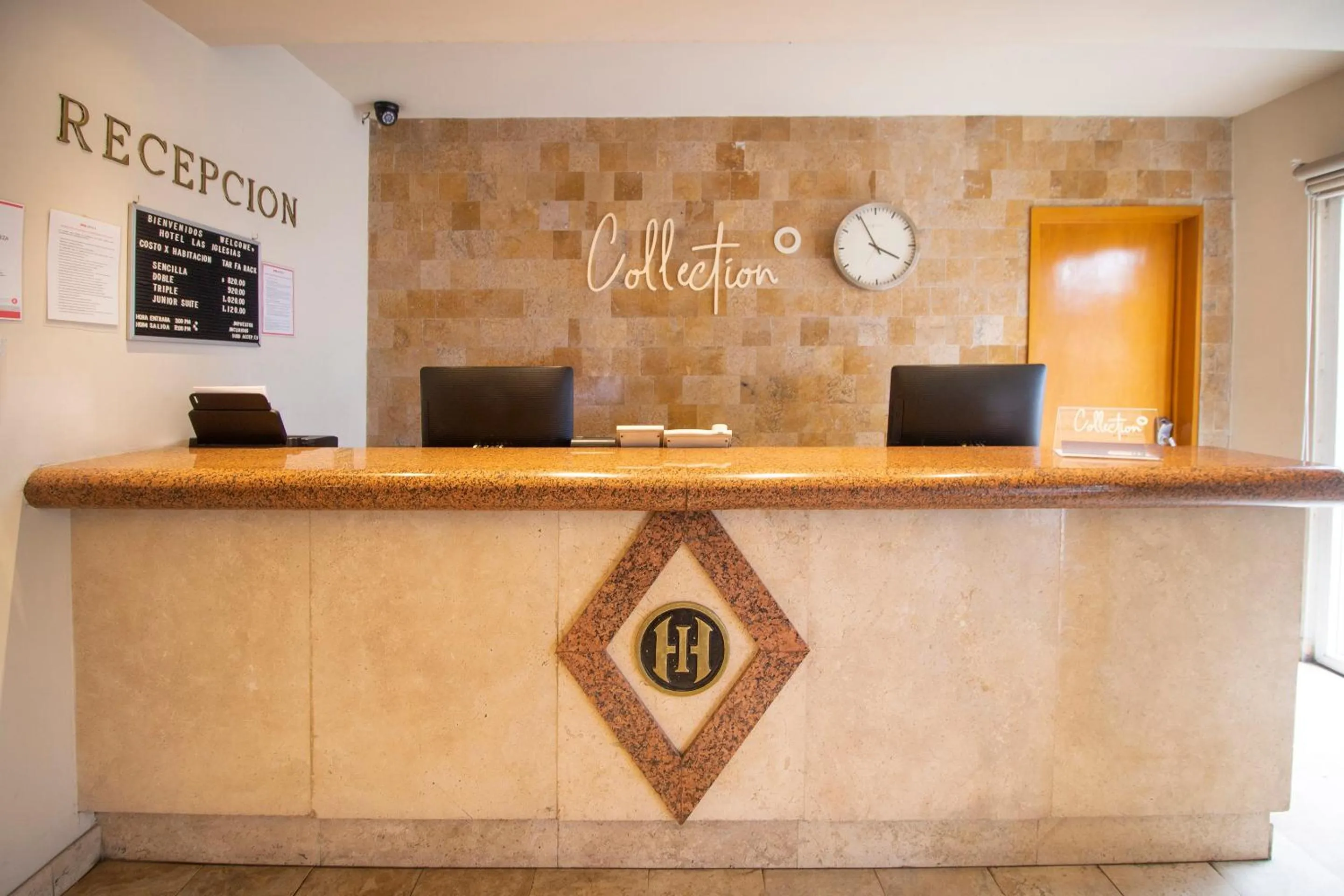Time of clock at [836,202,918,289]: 3:55
